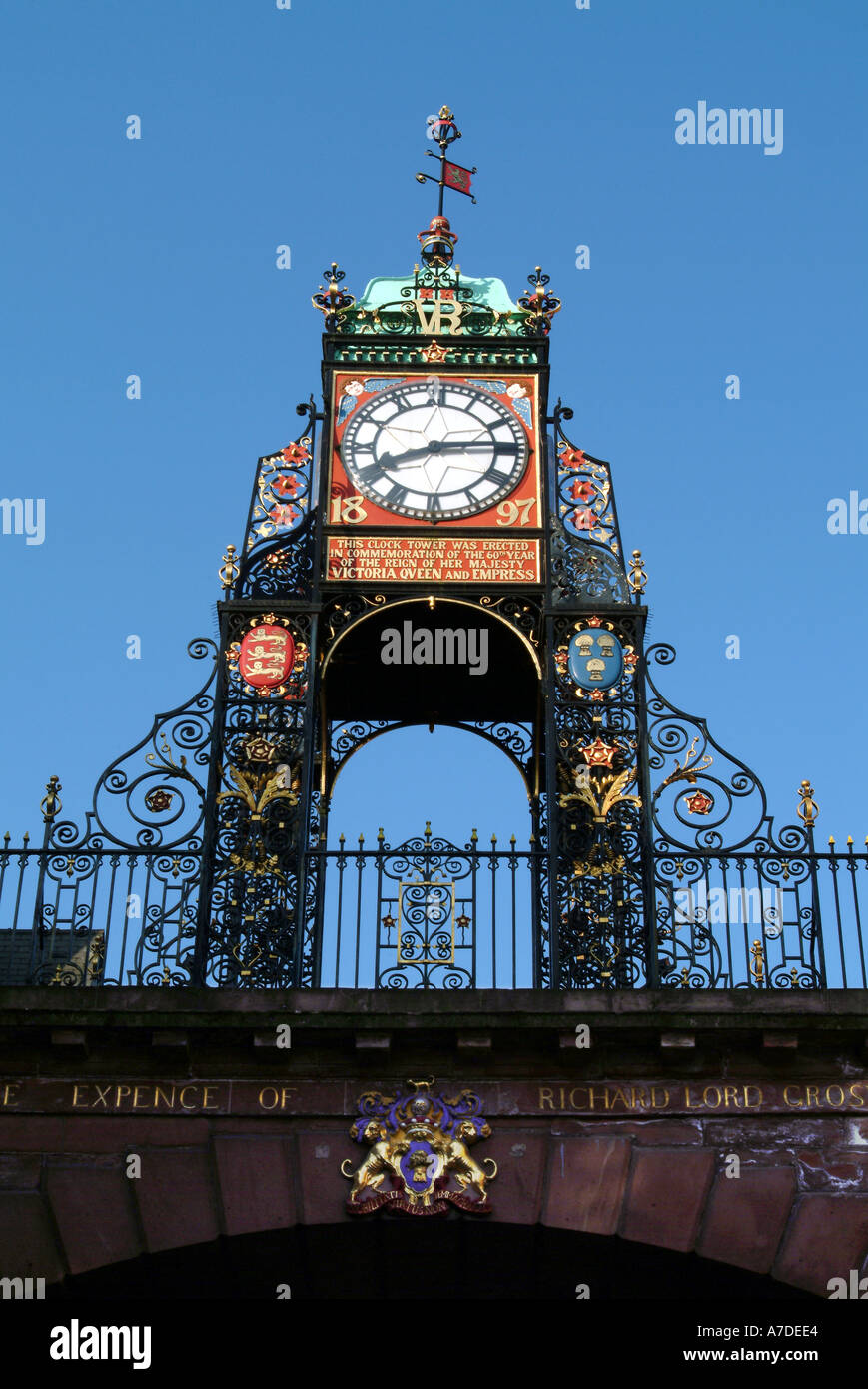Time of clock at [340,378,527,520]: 8:14
